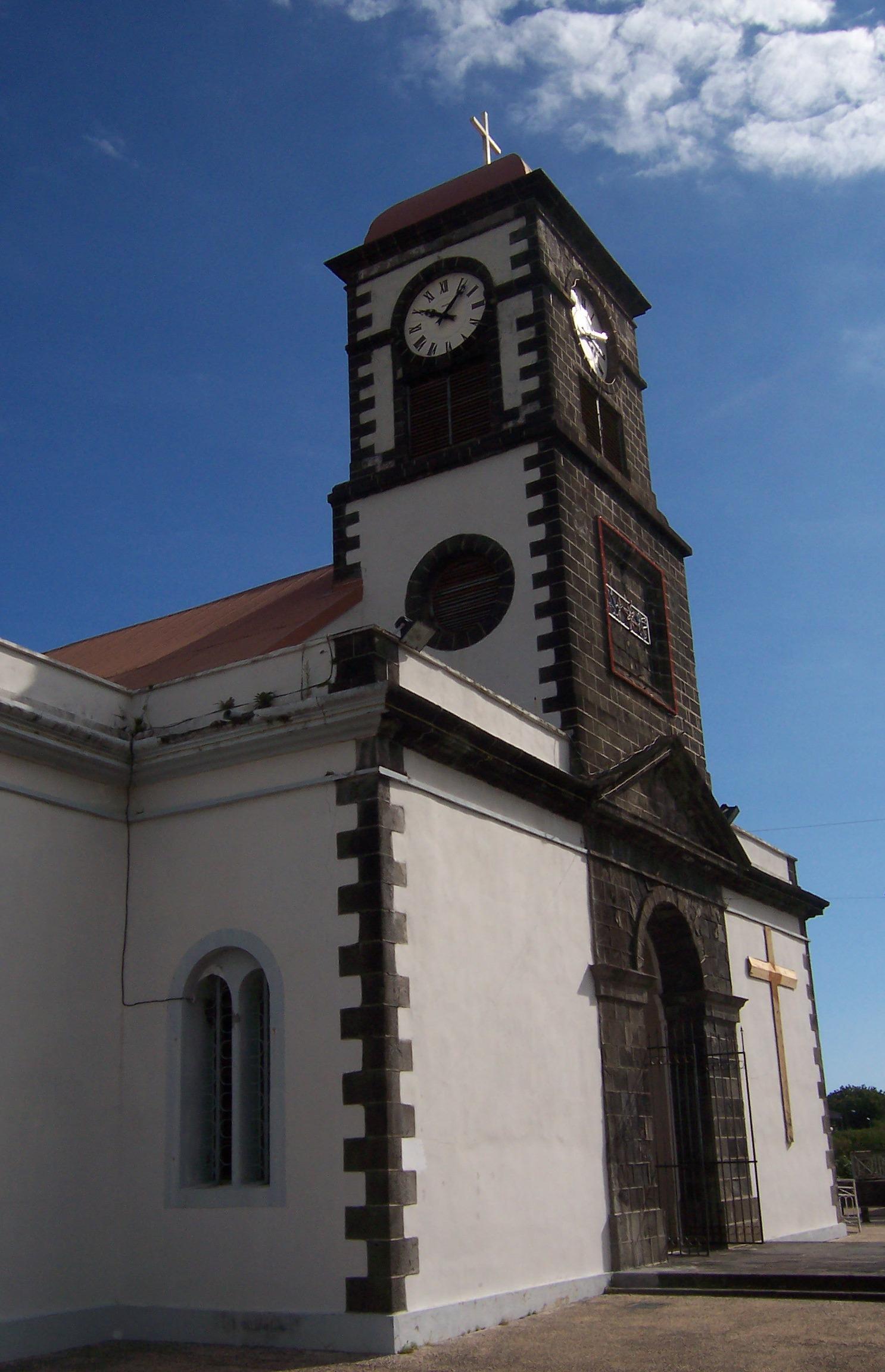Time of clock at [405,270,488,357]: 10:07
